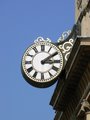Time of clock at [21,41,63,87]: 3:09
